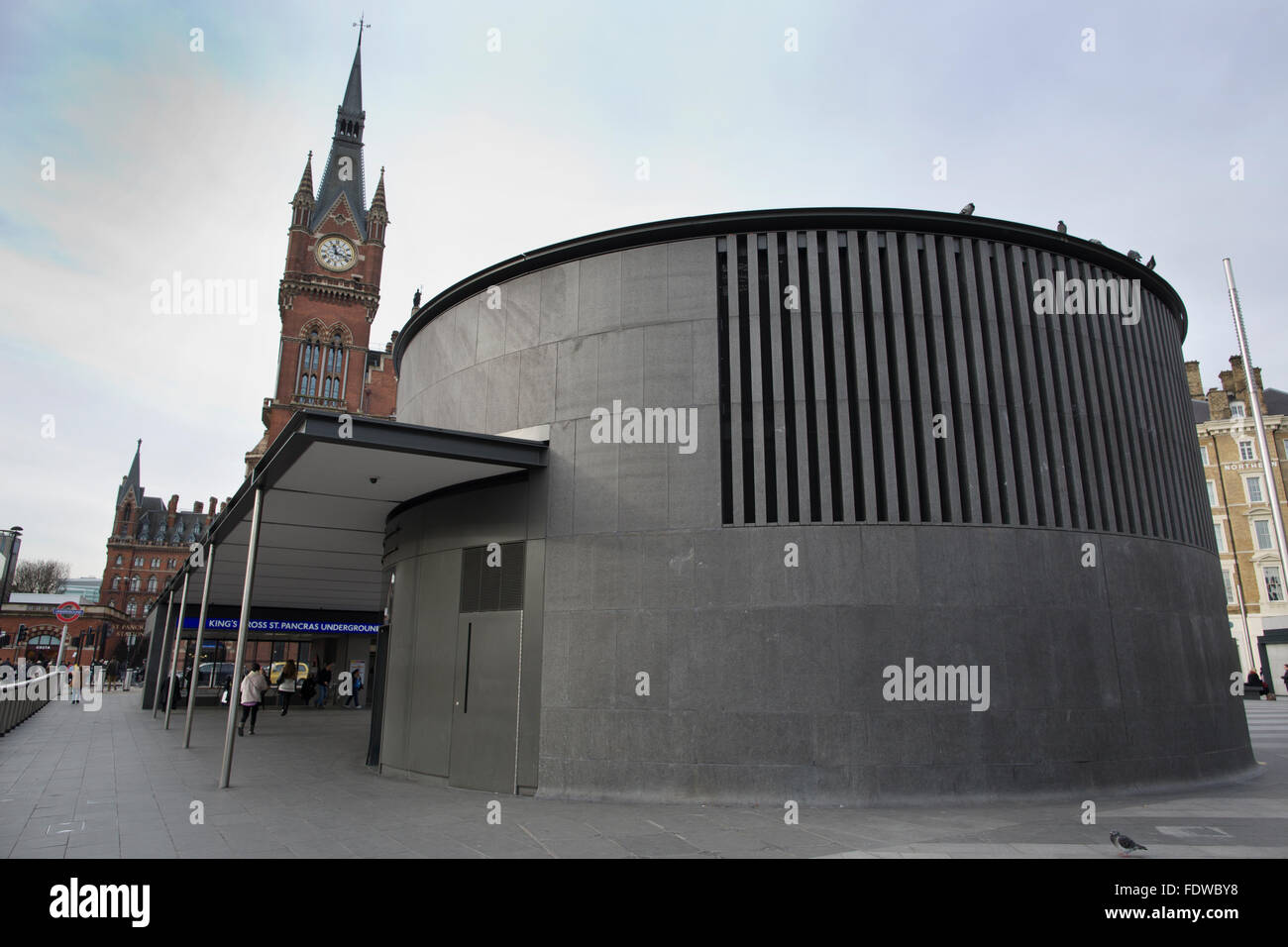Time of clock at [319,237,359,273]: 11:17
